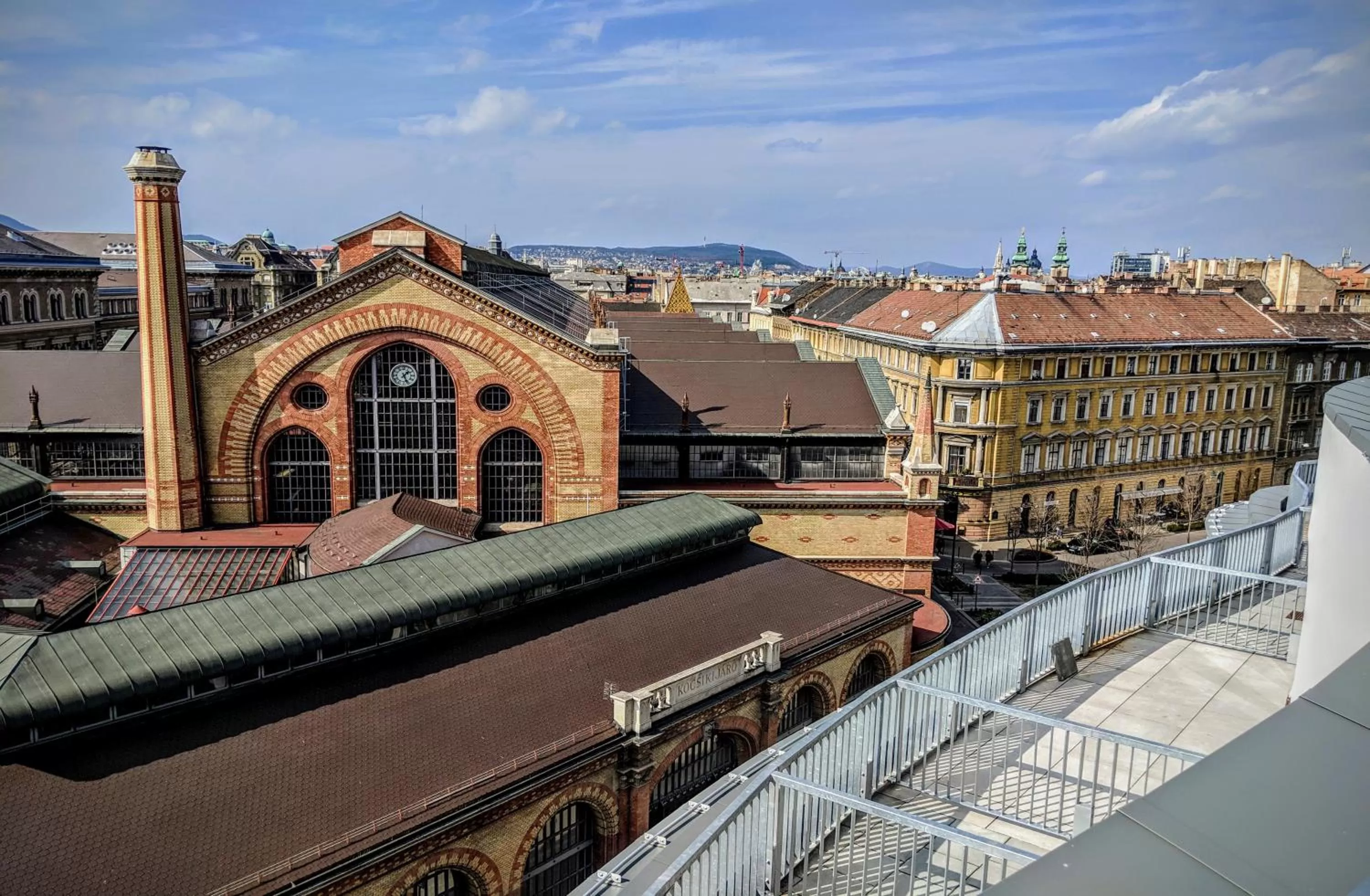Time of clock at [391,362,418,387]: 1:26
